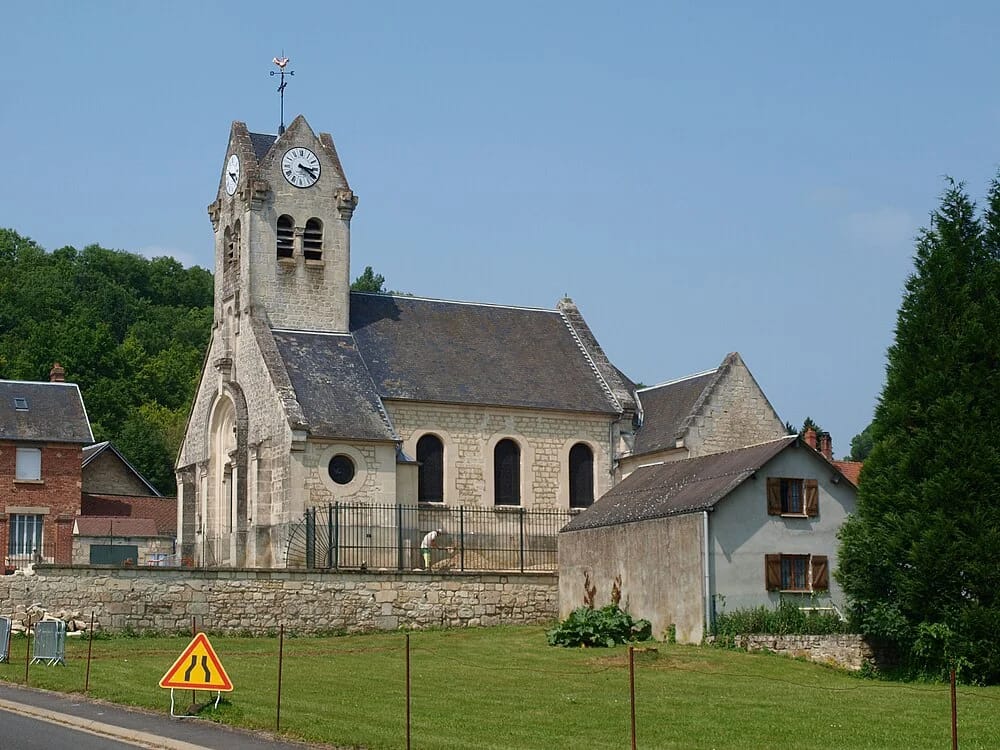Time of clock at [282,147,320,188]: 3:20
